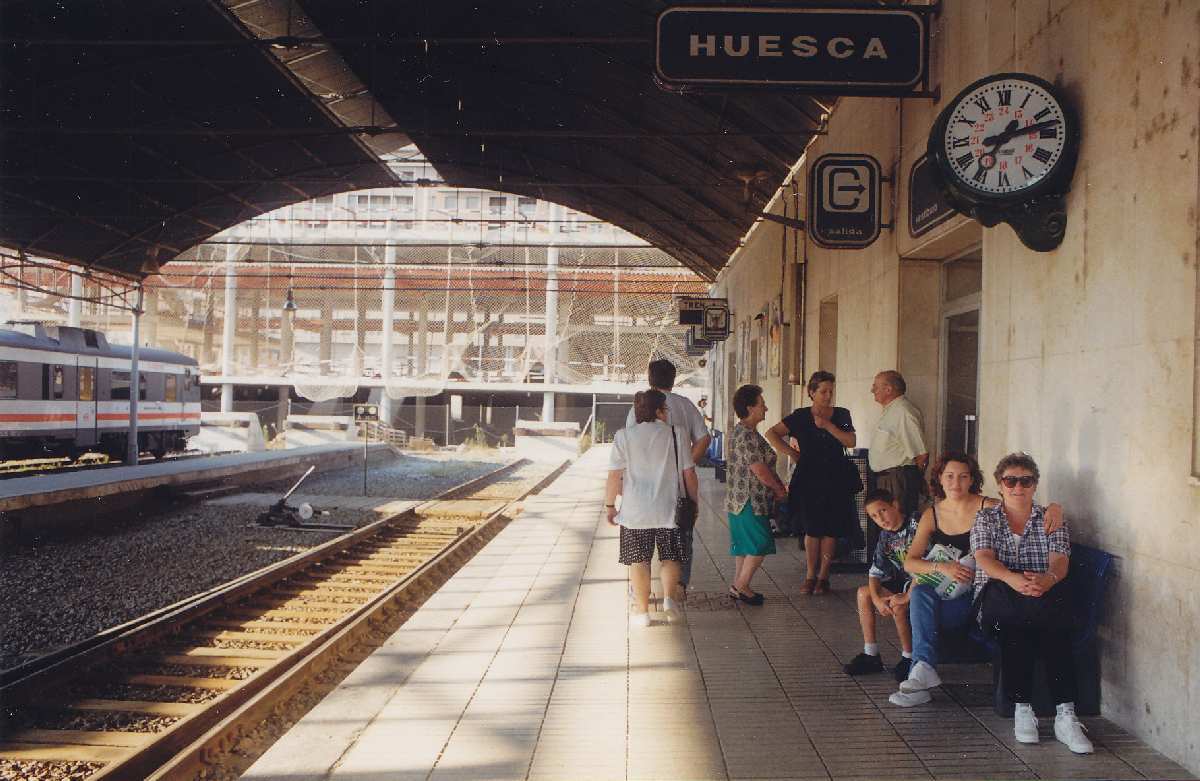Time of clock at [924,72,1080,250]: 7:12
